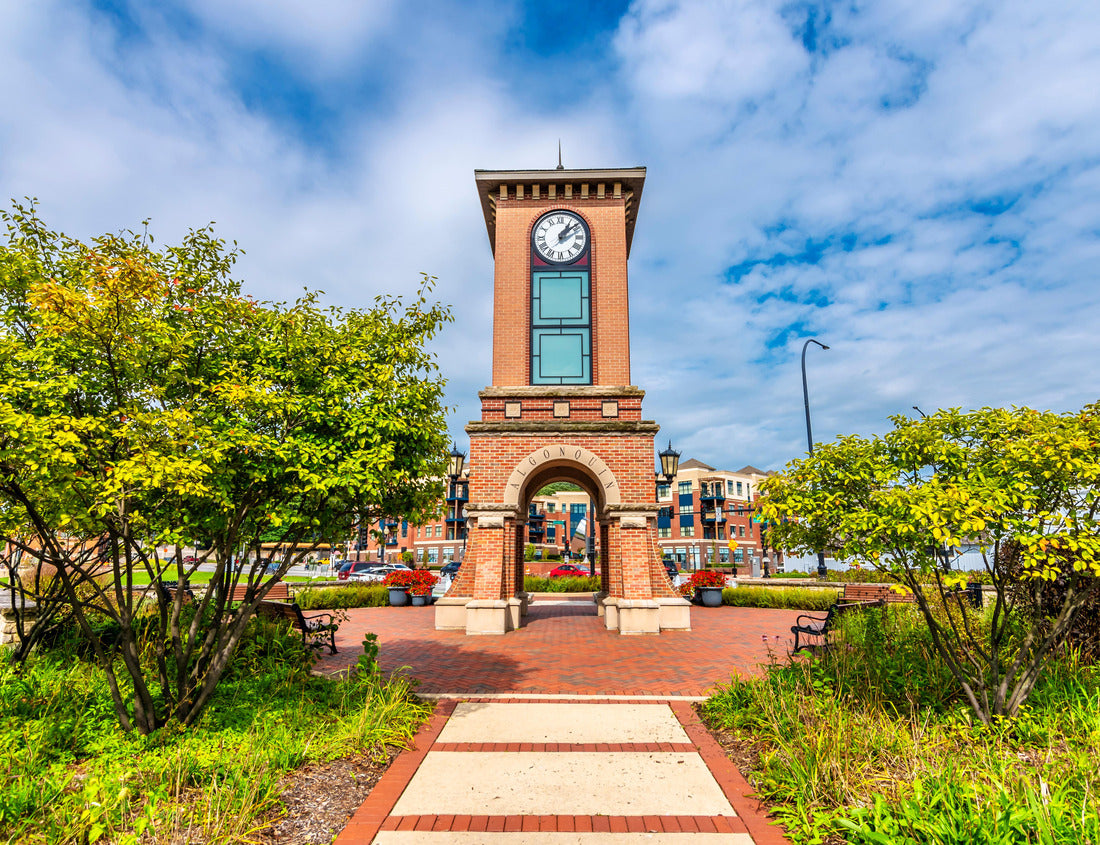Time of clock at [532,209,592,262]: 1:08
